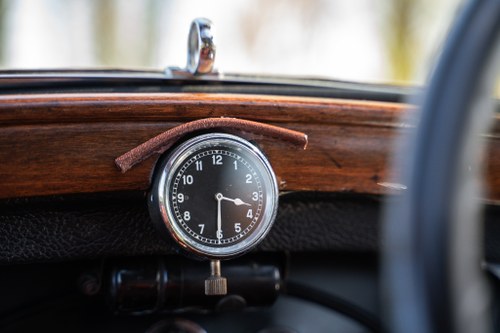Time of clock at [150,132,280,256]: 3:30
